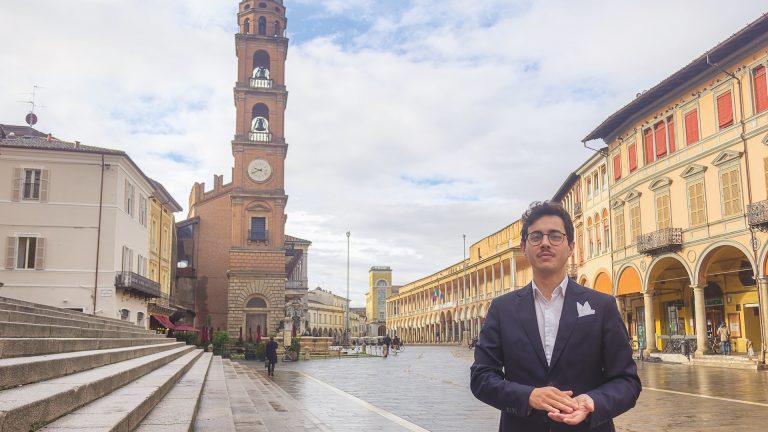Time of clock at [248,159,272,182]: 9:41
